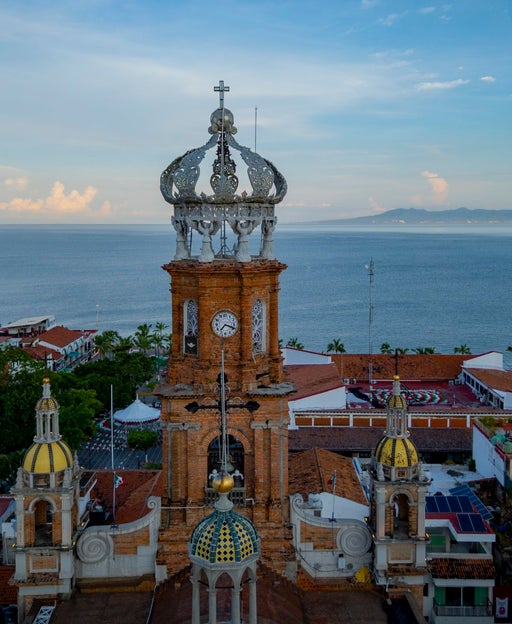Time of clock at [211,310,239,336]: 7:18
